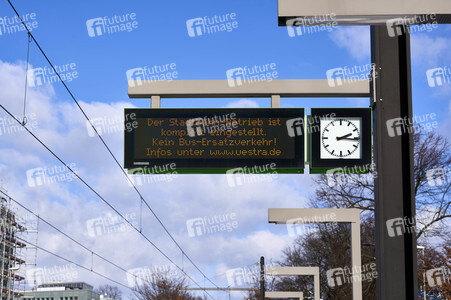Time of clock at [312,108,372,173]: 2:15
